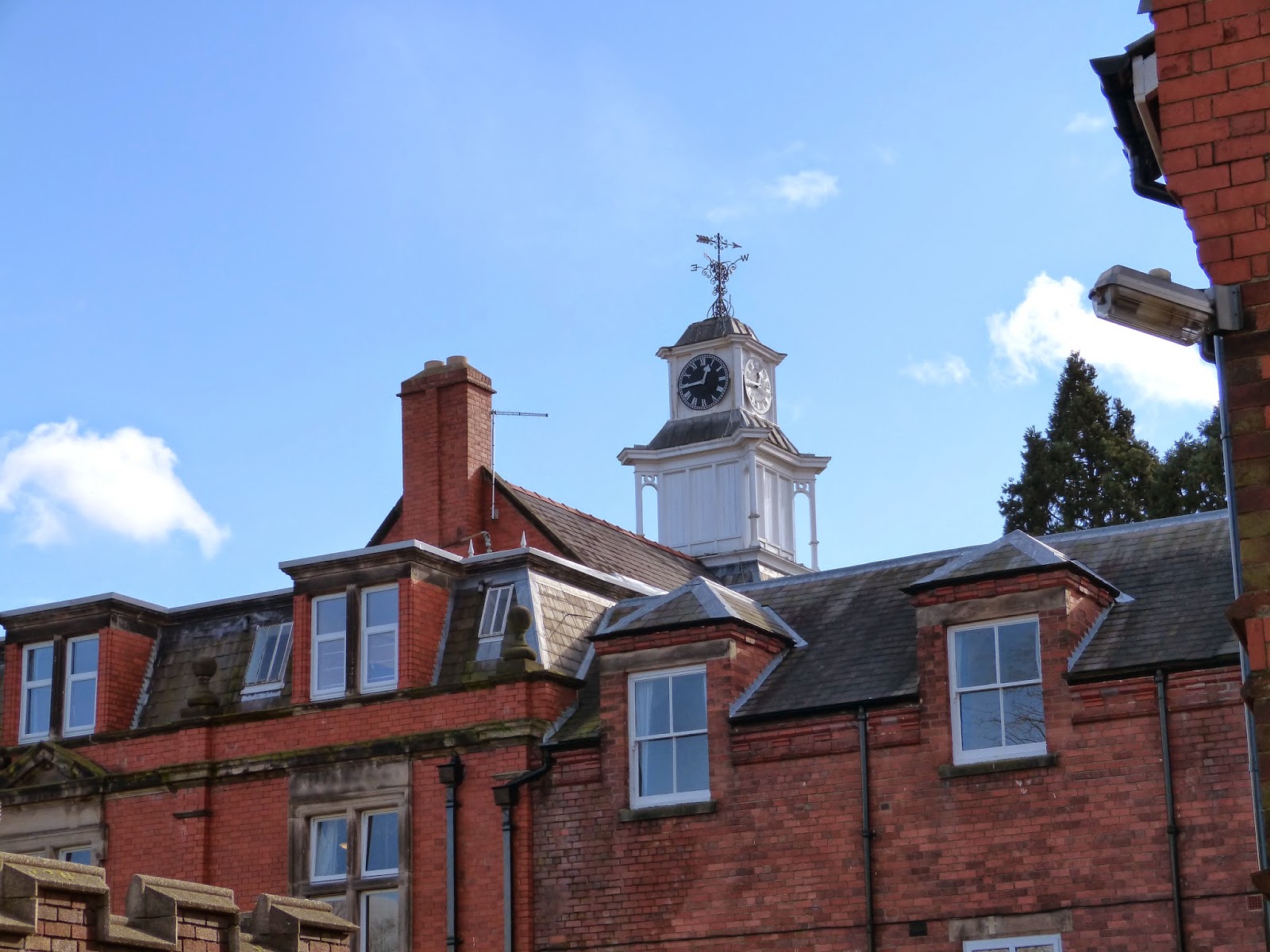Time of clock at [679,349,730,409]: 12:44
